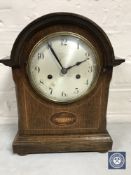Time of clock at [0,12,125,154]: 1:55
